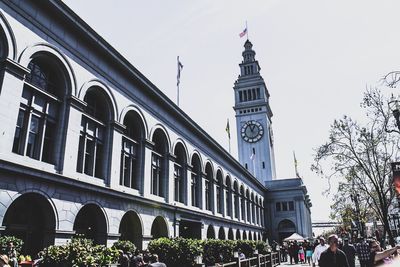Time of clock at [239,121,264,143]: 12:57
